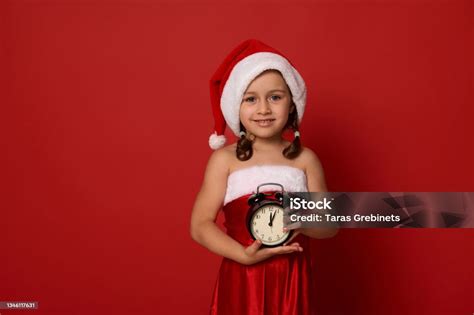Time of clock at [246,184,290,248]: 12:03
